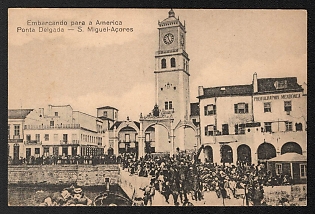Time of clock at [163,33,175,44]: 11:24
